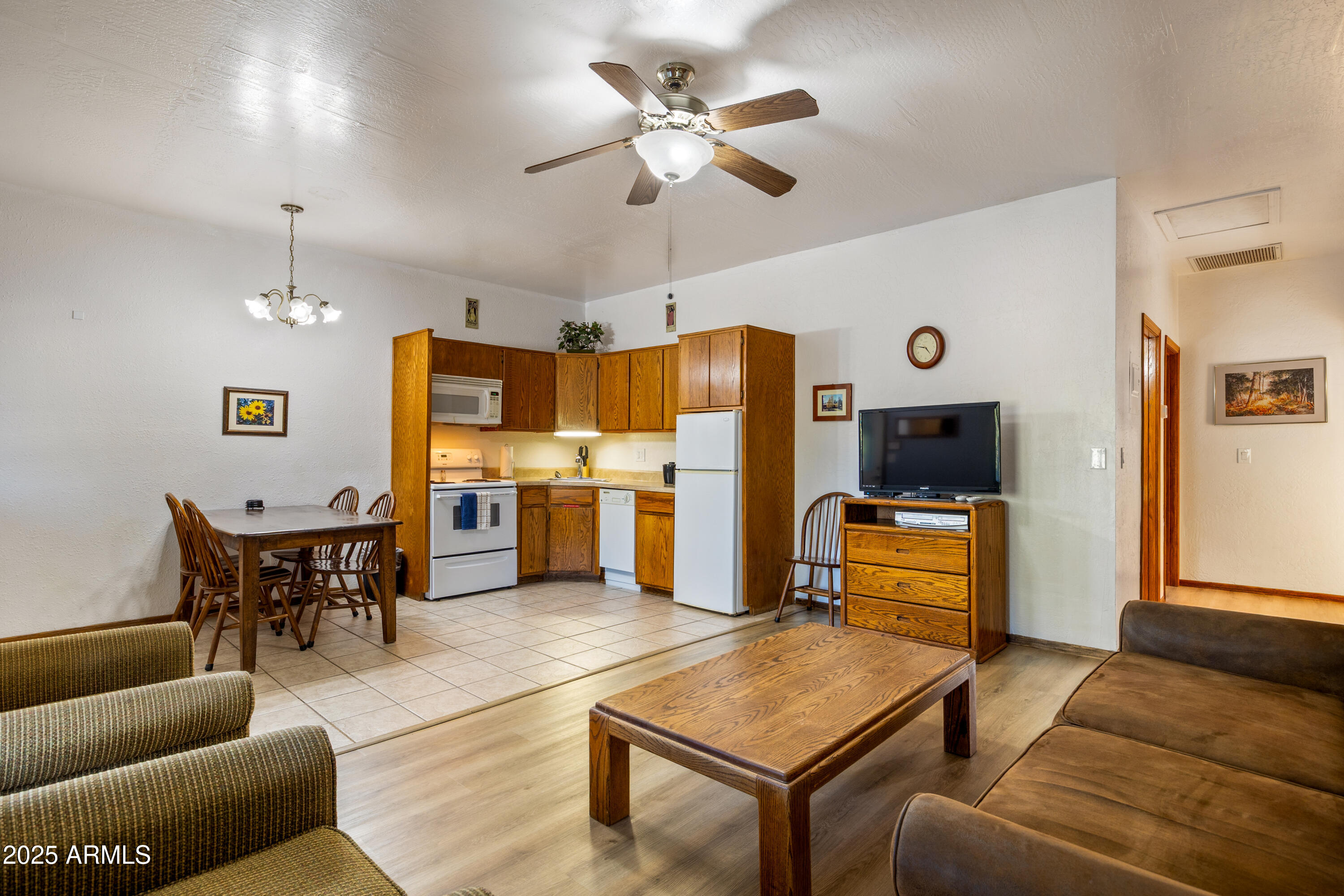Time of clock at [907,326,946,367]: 4:46
